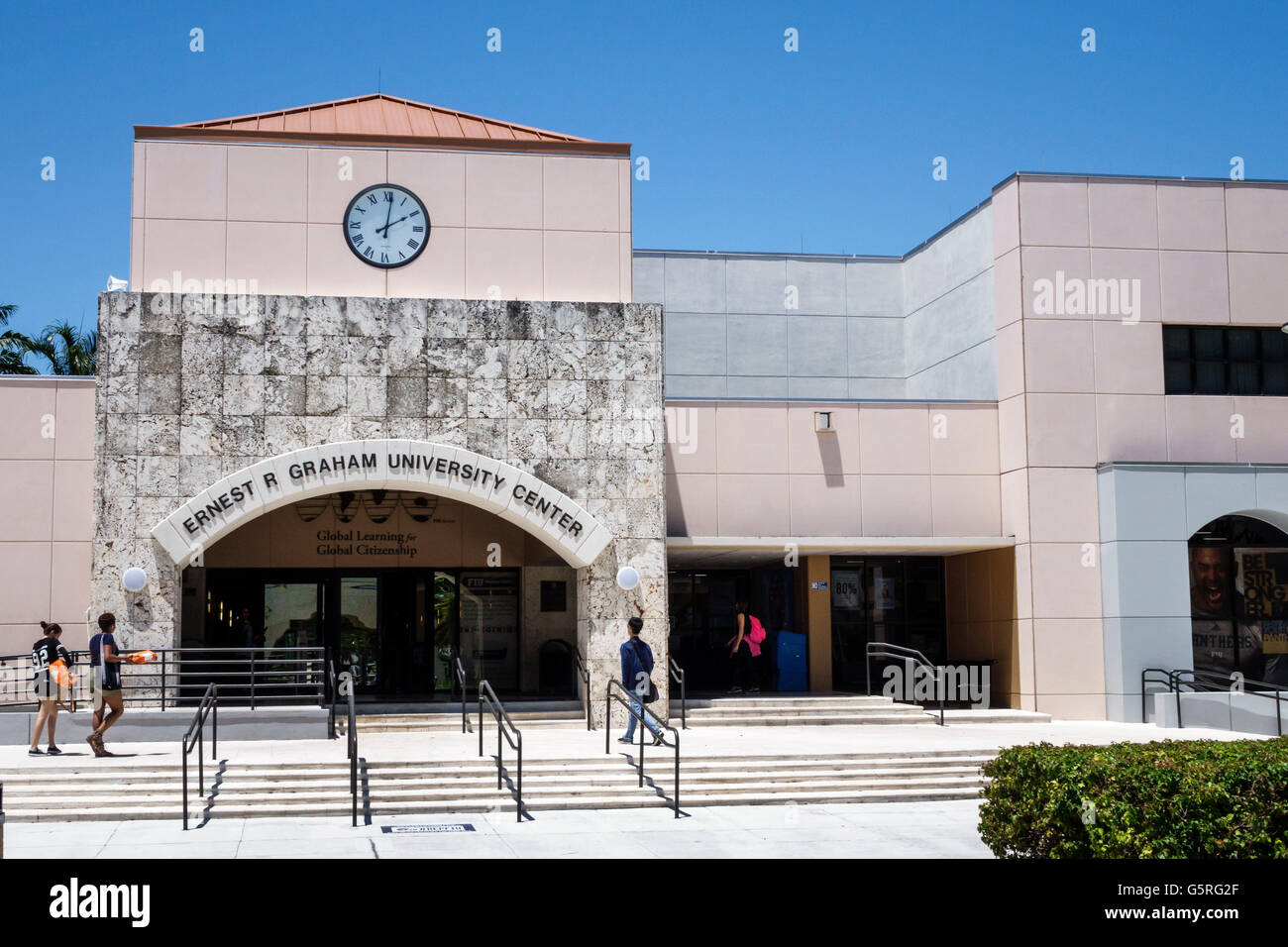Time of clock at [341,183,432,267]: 2:01
